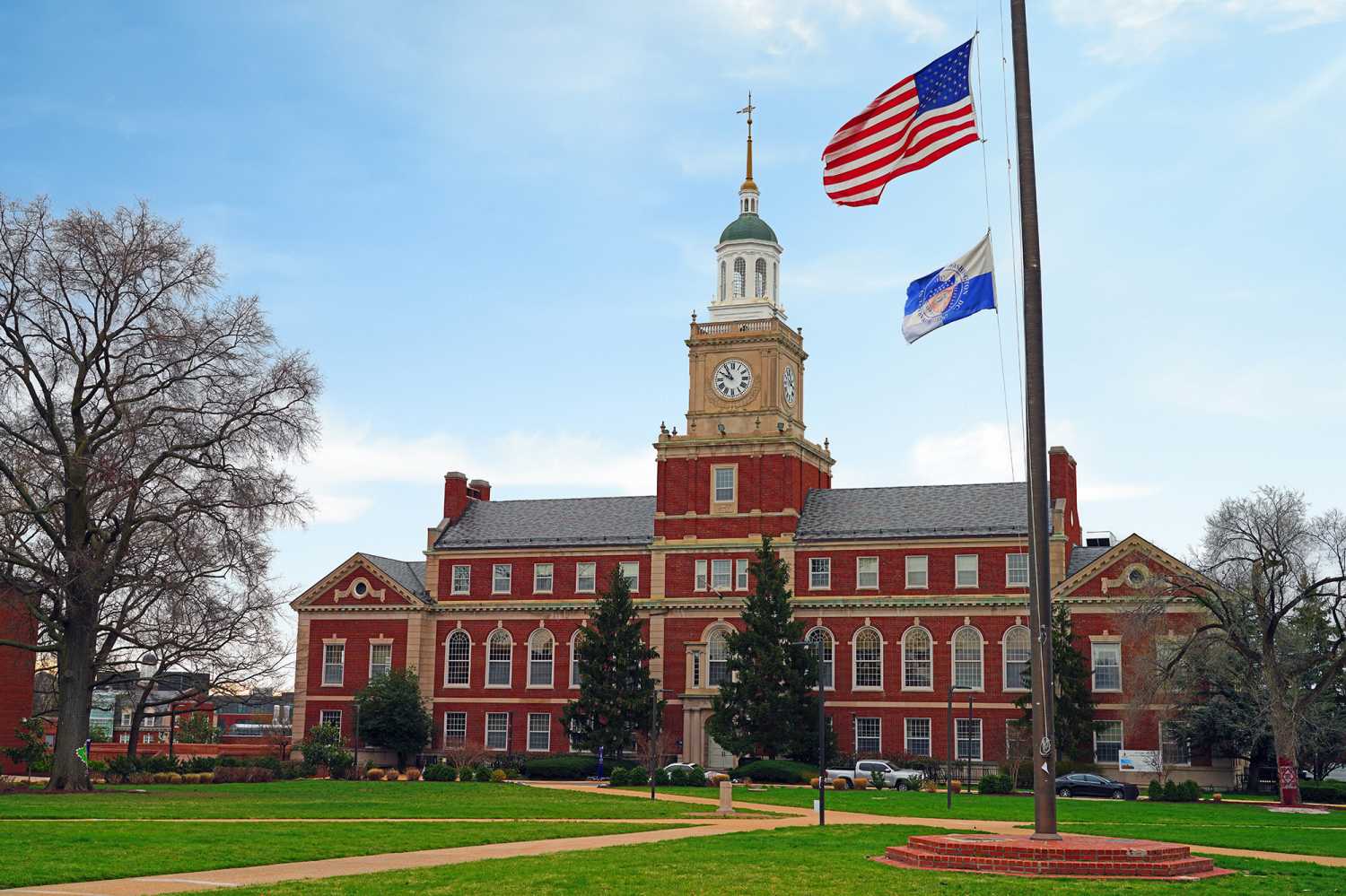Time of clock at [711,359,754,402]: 10:49
